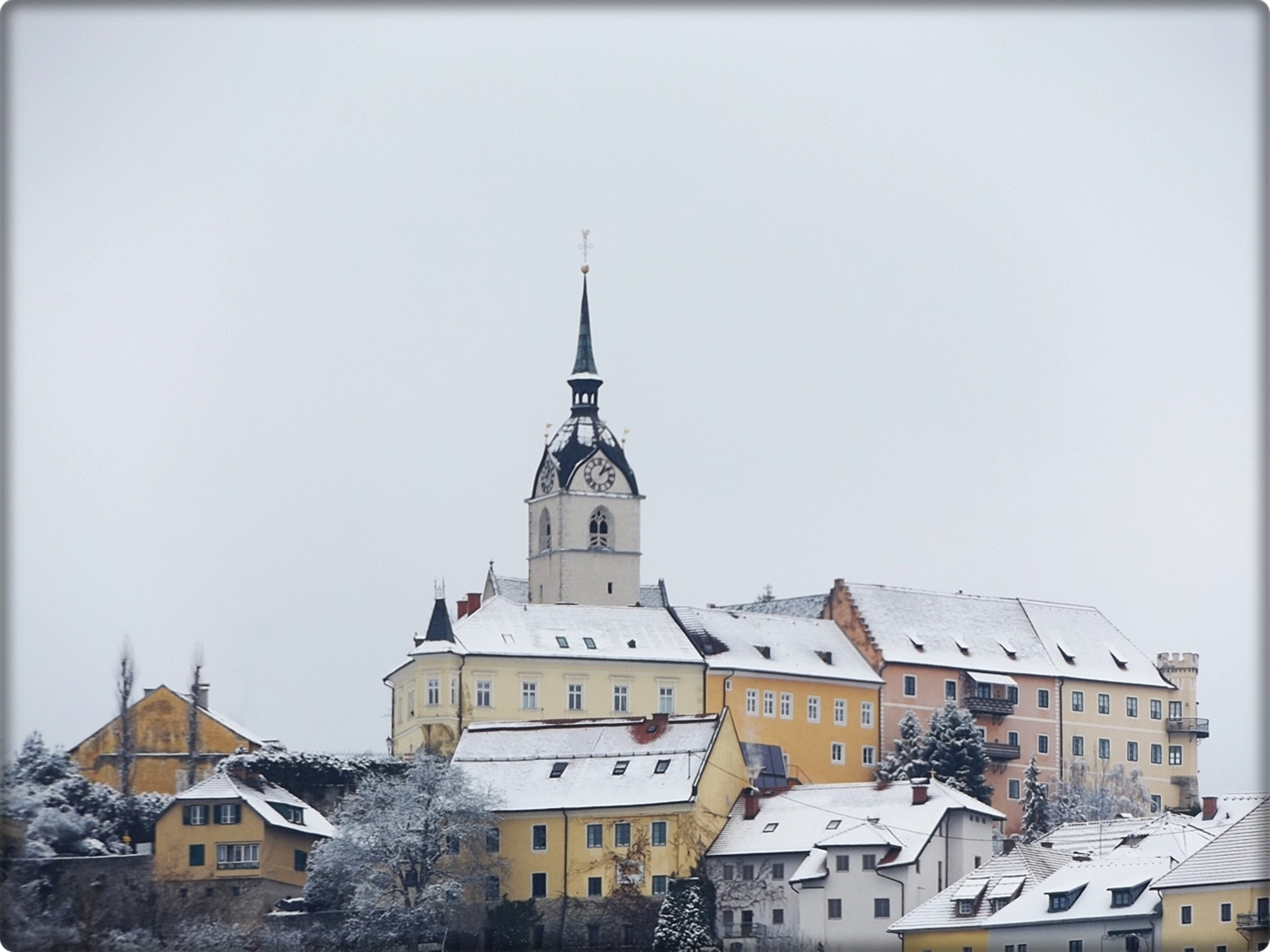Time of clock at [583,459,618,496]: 1:09
